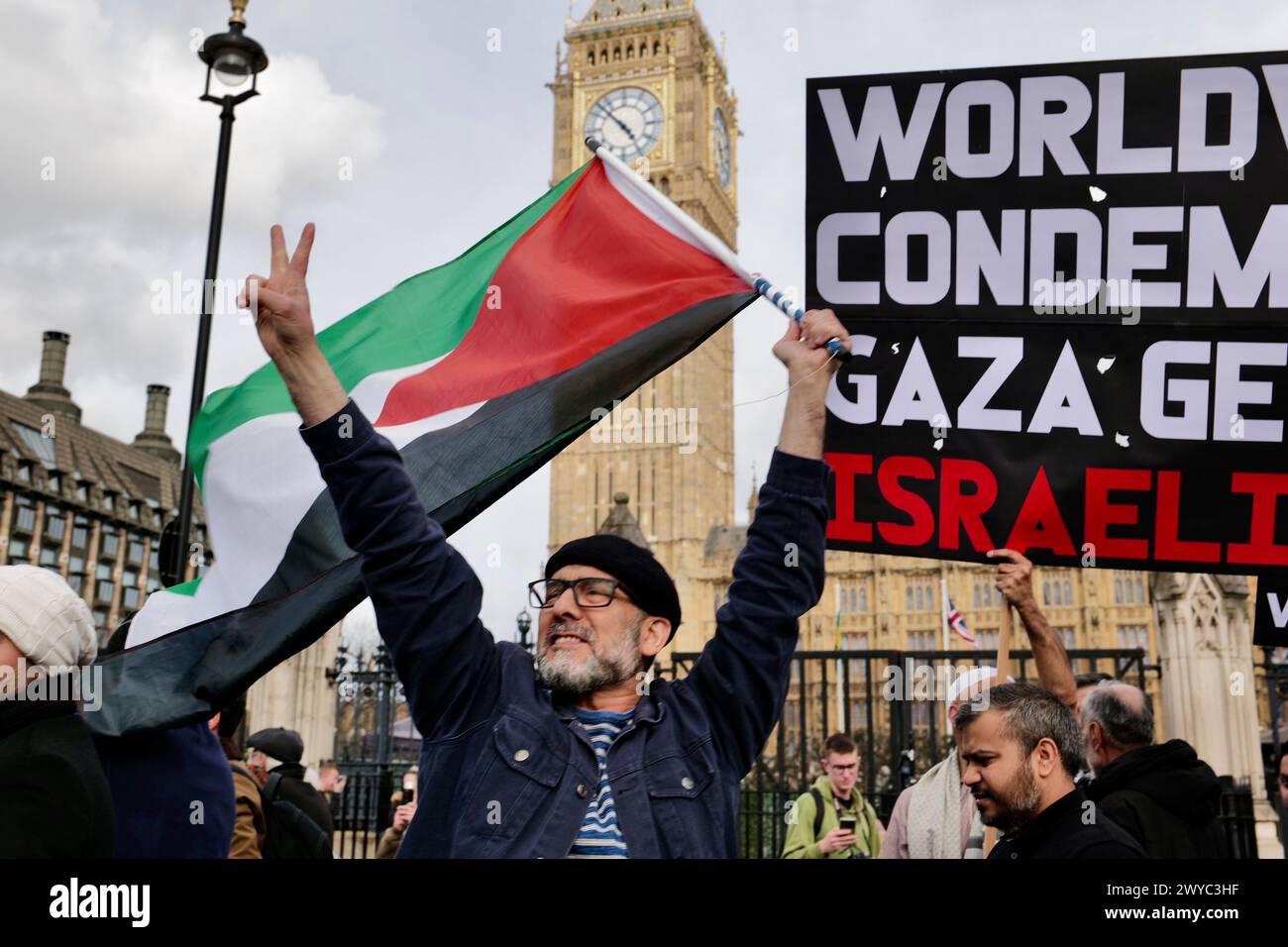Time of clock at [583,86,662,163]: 4:52
